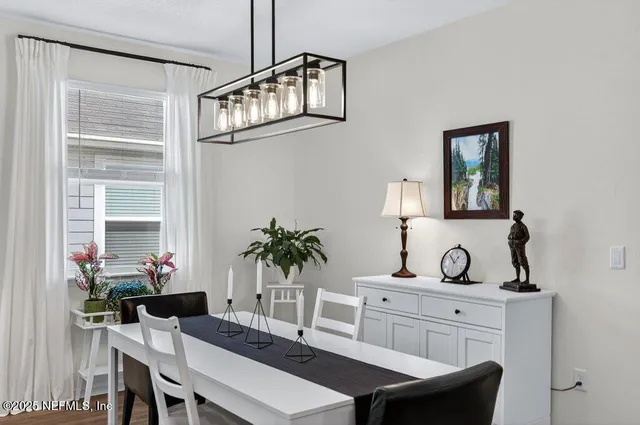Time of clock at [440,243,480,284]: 12:52
